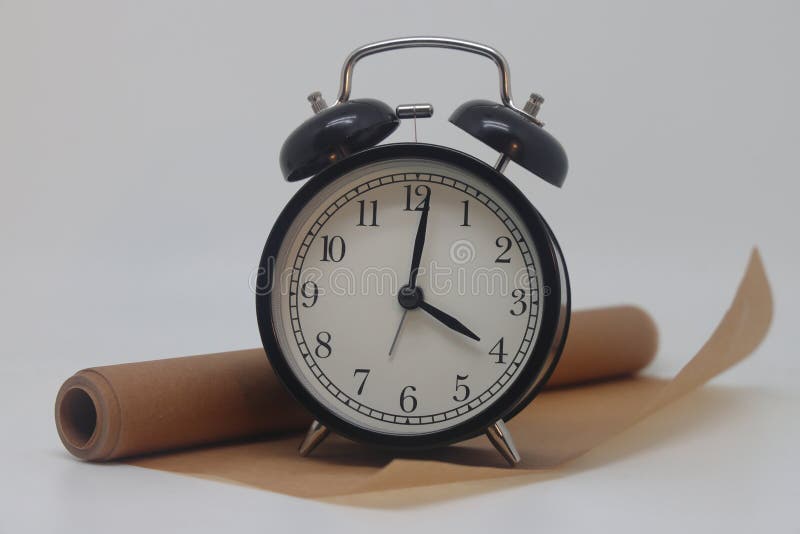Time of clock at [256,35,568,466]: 4:01
